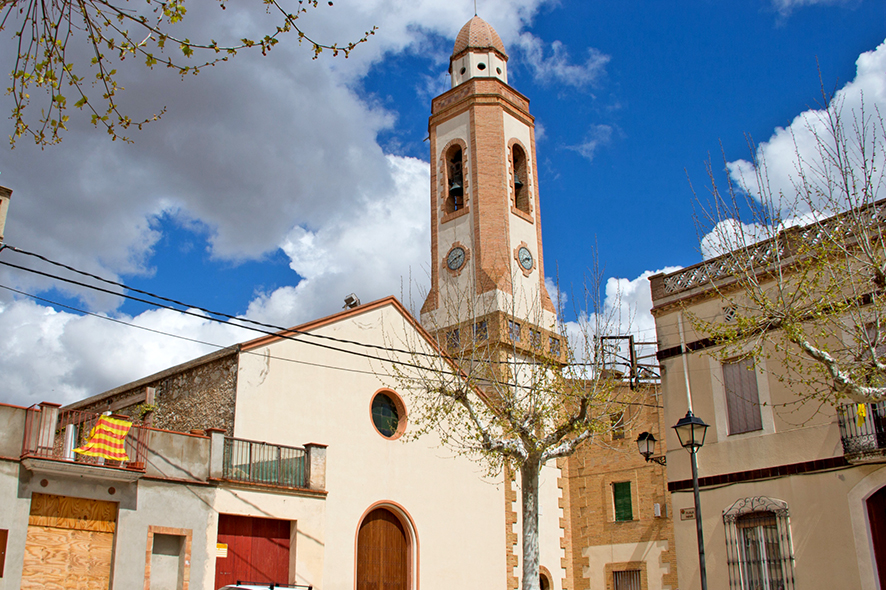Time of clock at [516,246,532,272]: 2:40
